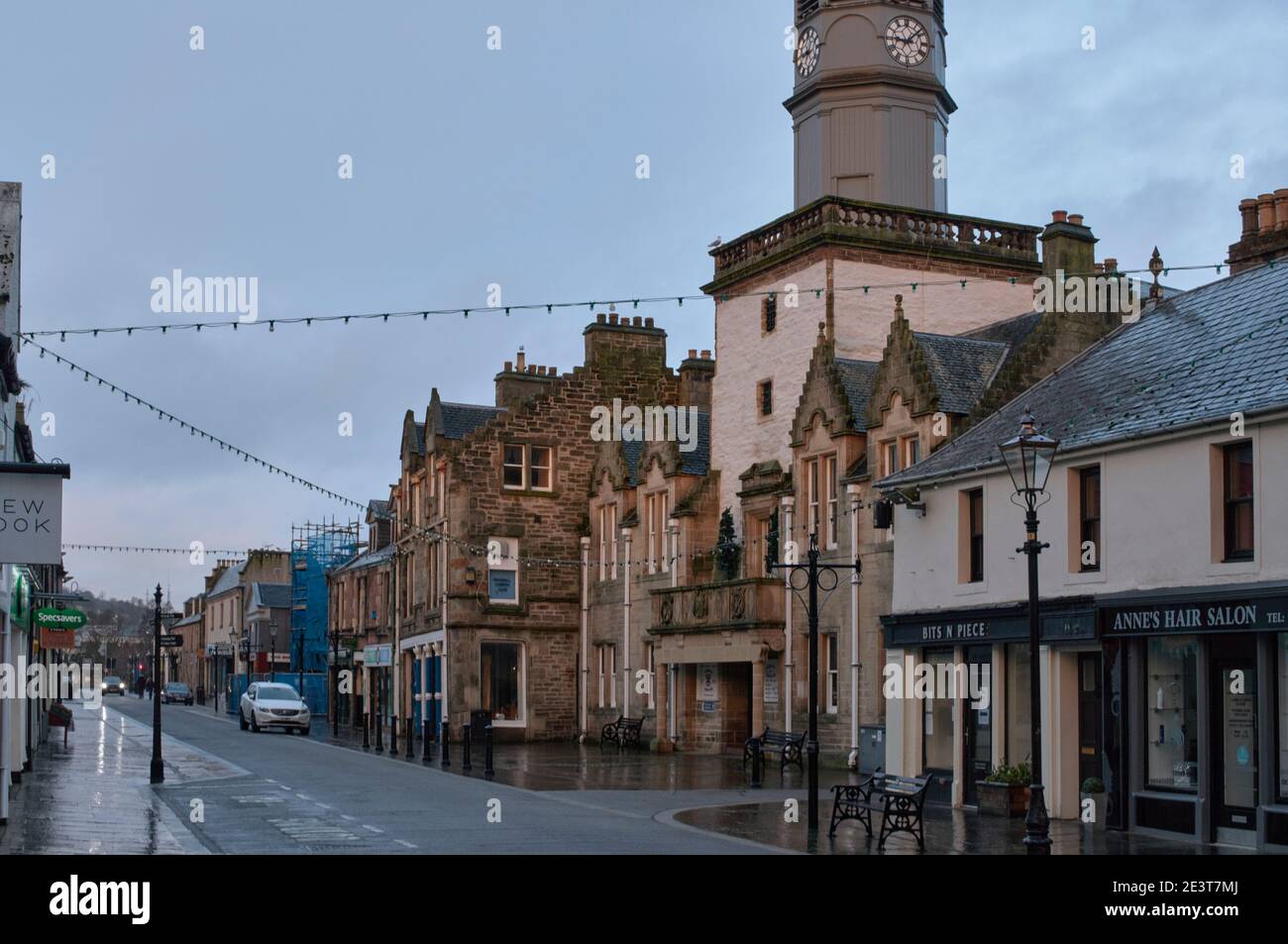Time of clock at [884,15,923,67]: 9:08
